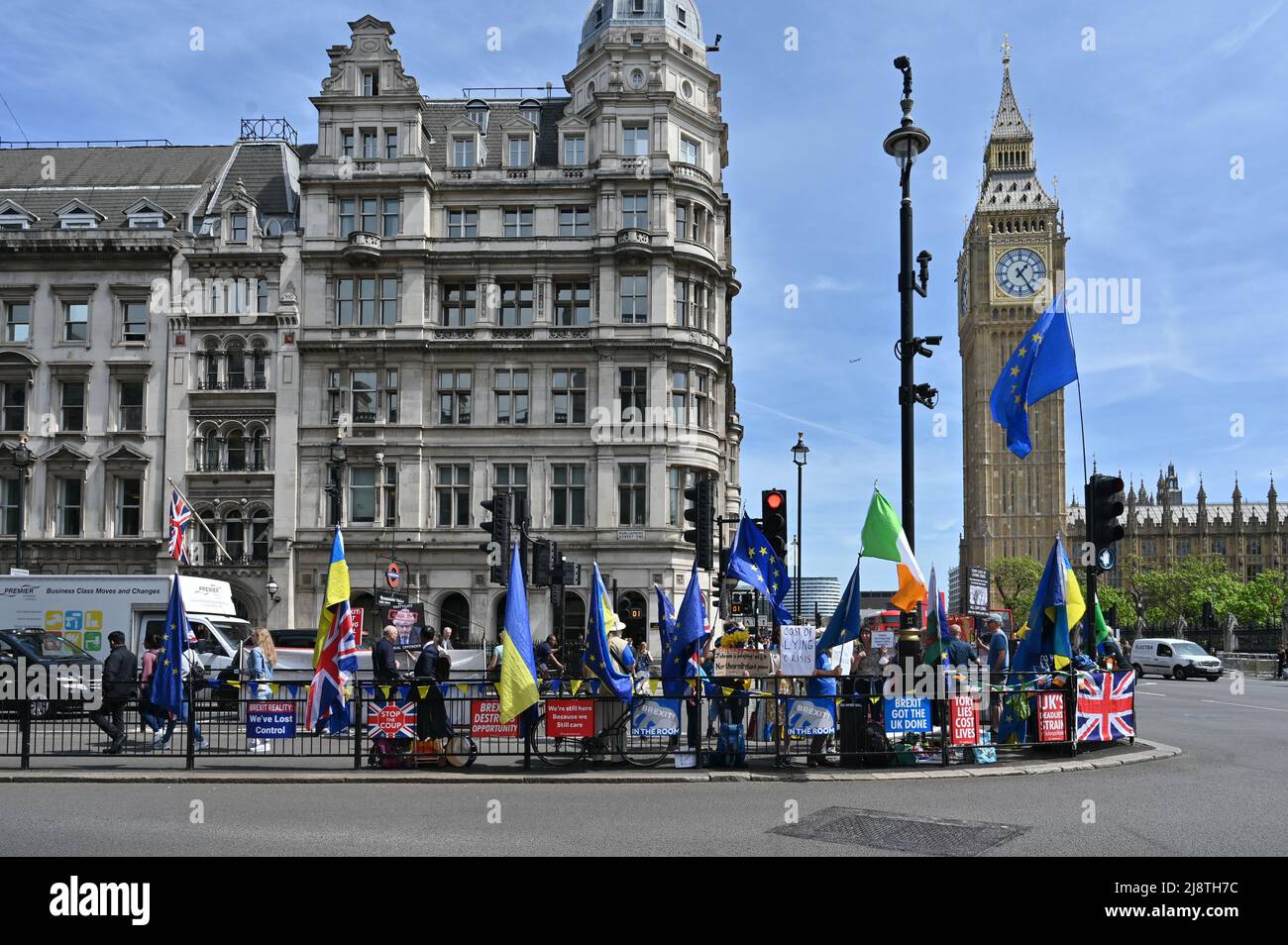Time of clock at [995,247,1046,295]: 1:24
